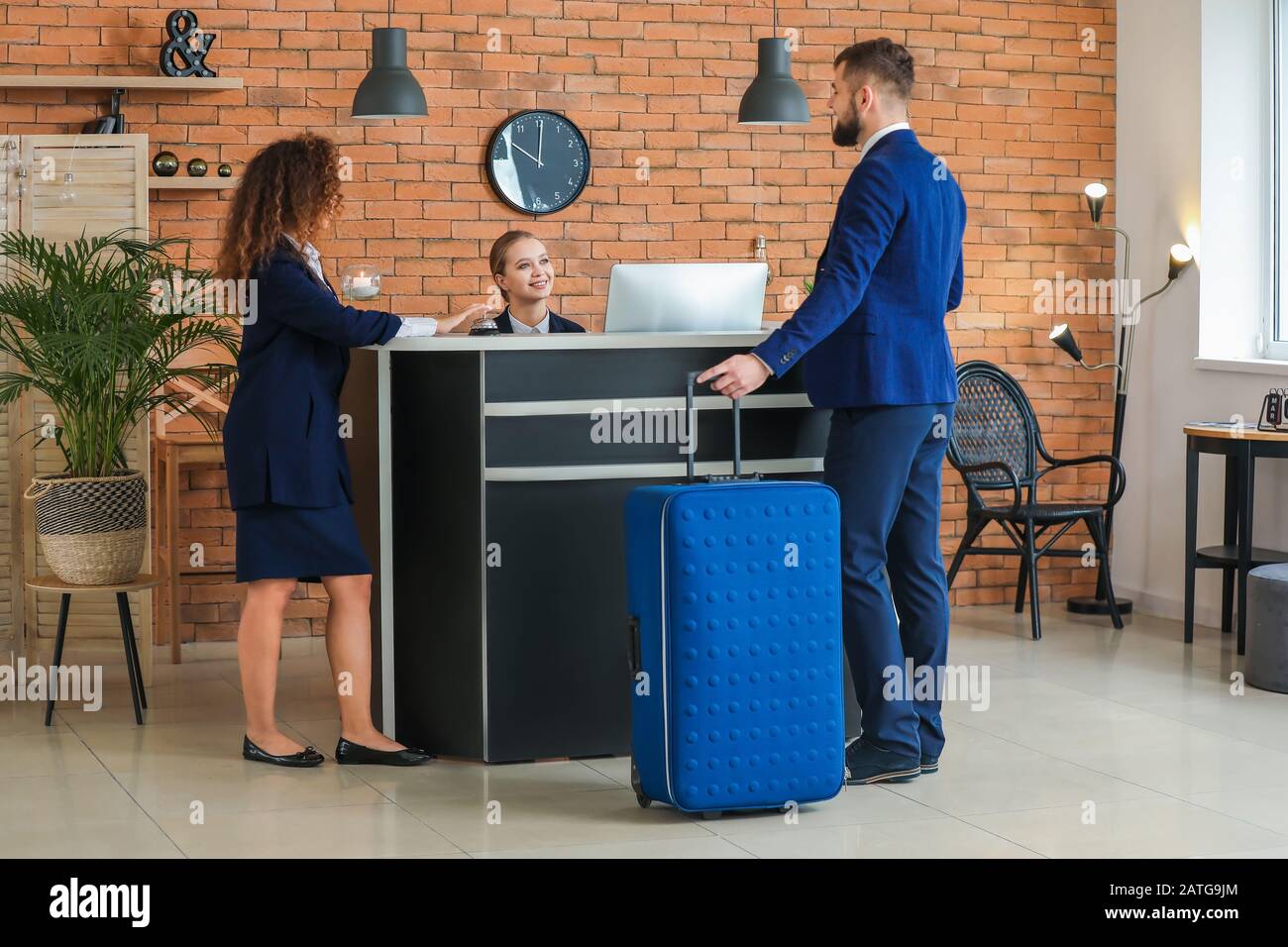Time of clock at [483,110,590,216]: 10:00
